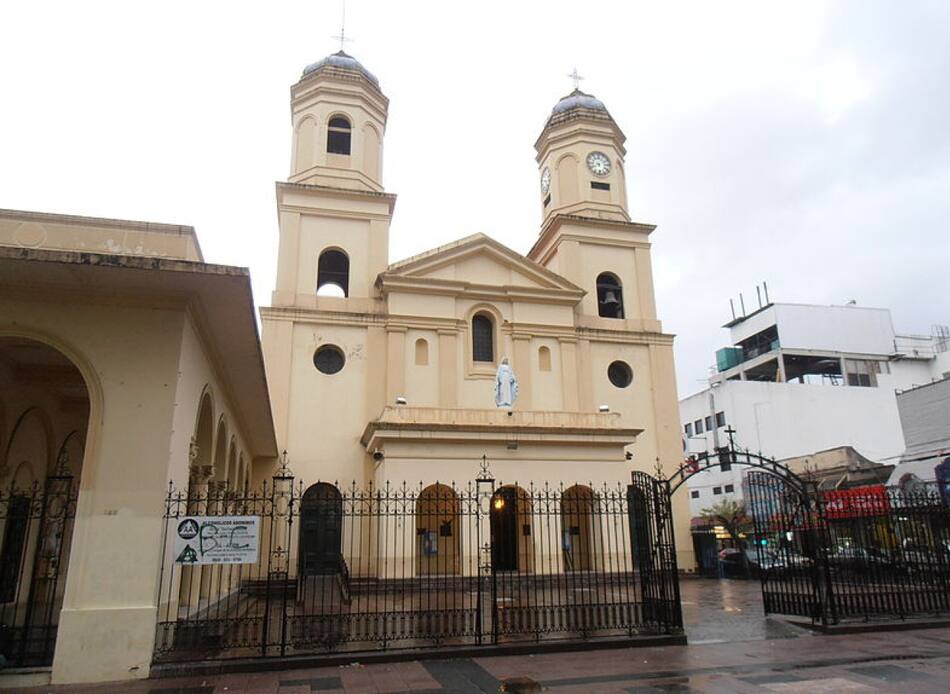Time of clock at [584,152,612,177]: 5:40
